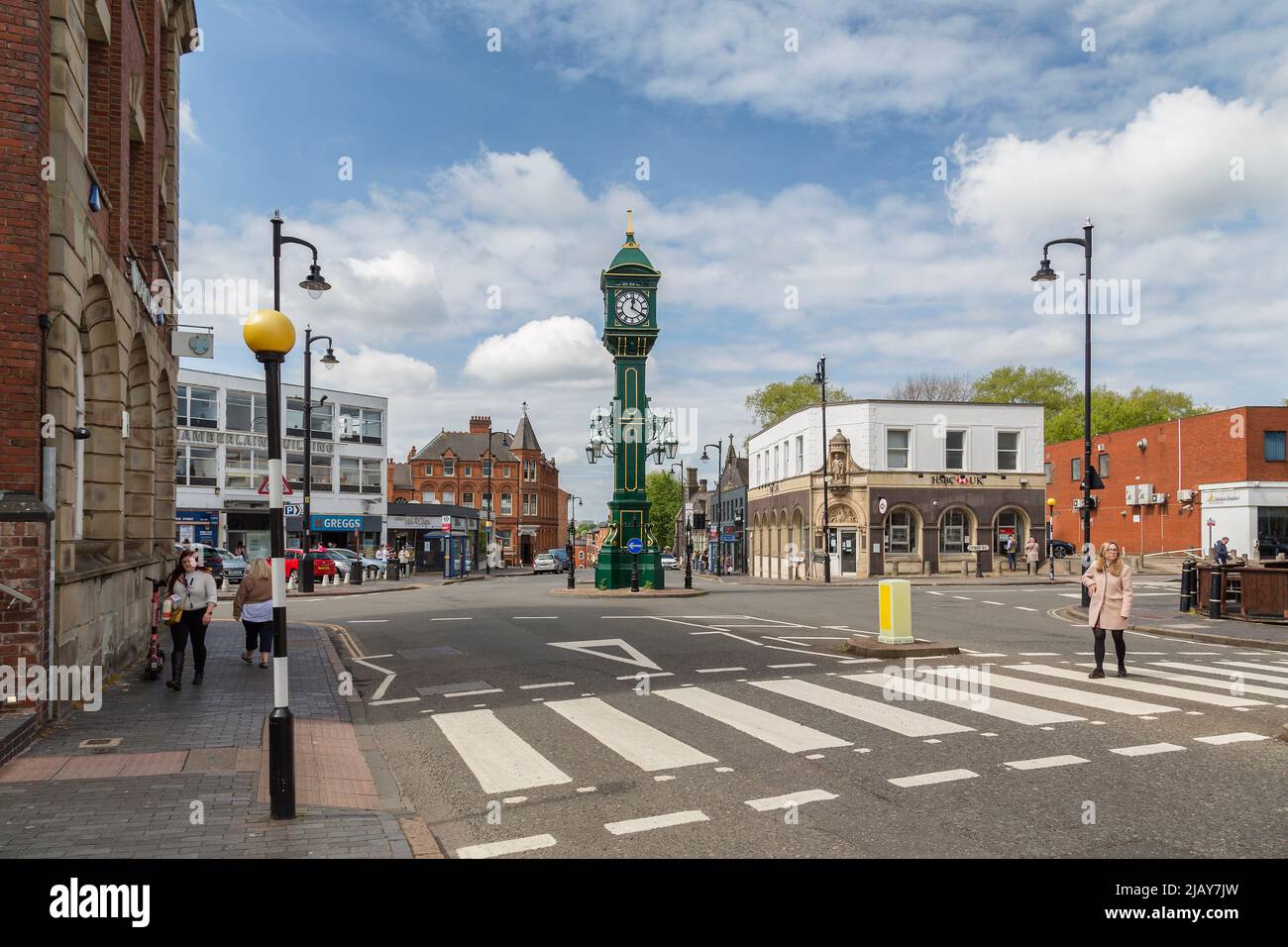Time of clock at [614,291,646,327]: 12:20
